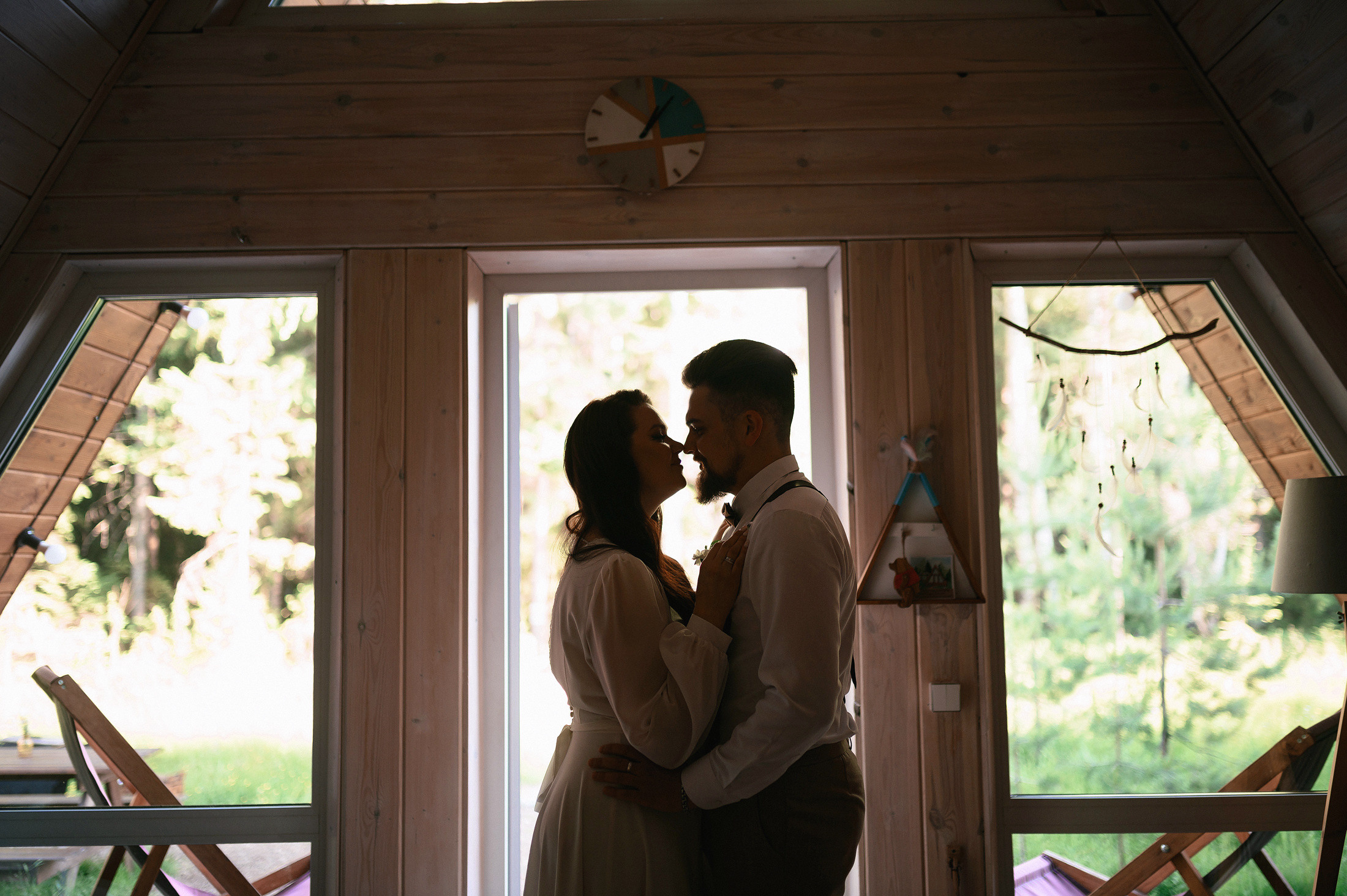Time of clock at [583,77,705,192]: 1:07
